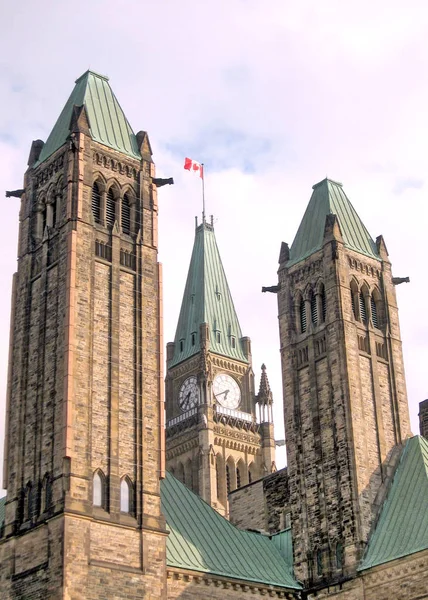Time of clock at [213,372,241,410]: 6:40
